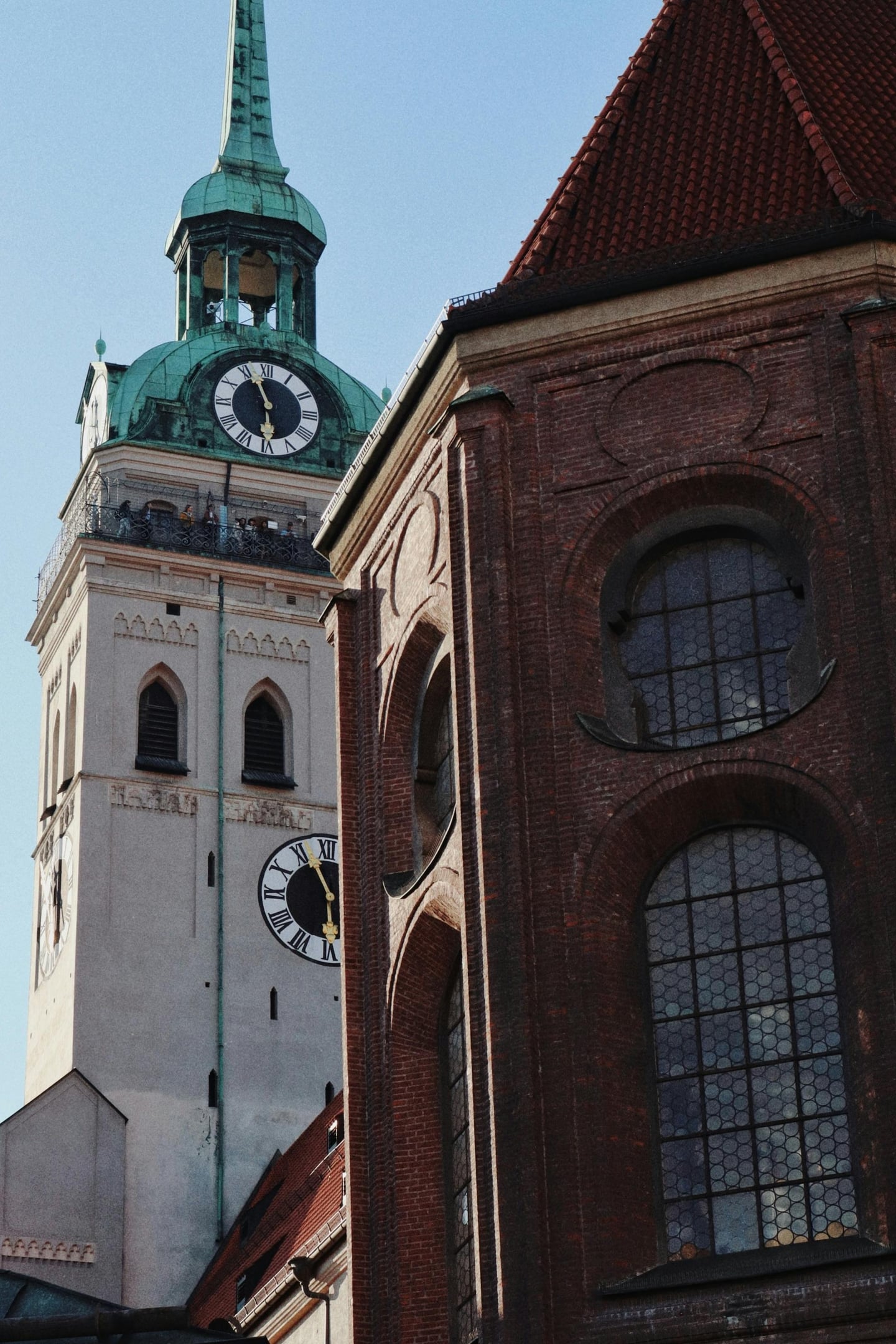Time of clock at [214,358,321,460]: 5:56
